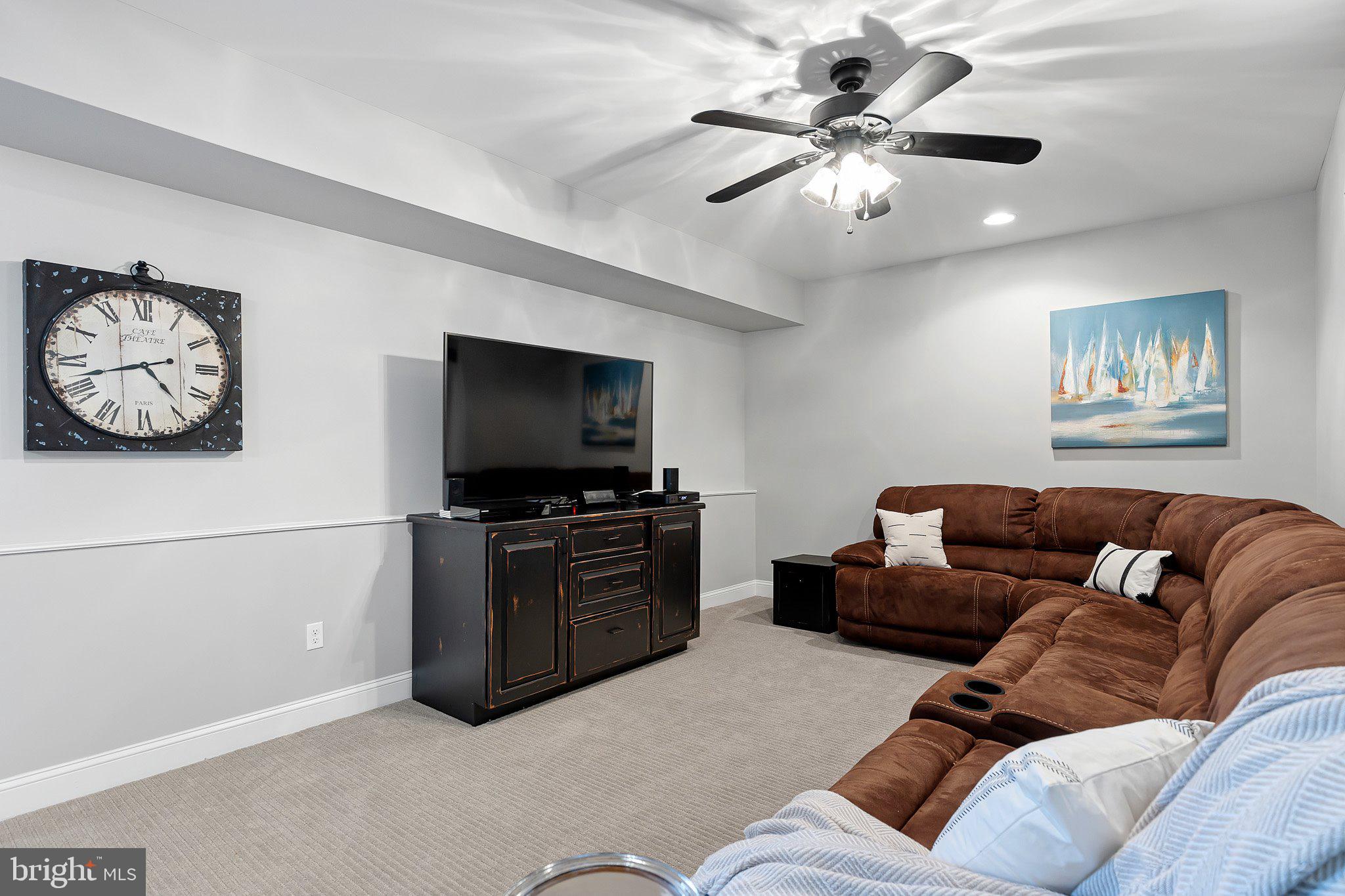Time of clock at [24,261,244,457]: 4:42
